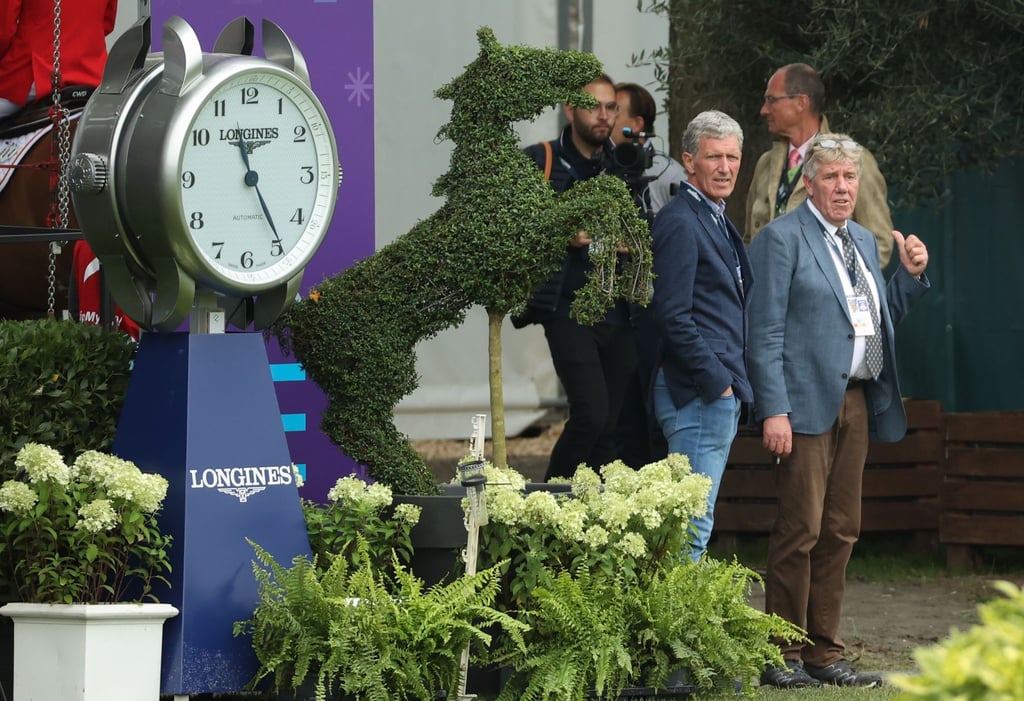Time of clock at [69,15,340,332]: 11:24
